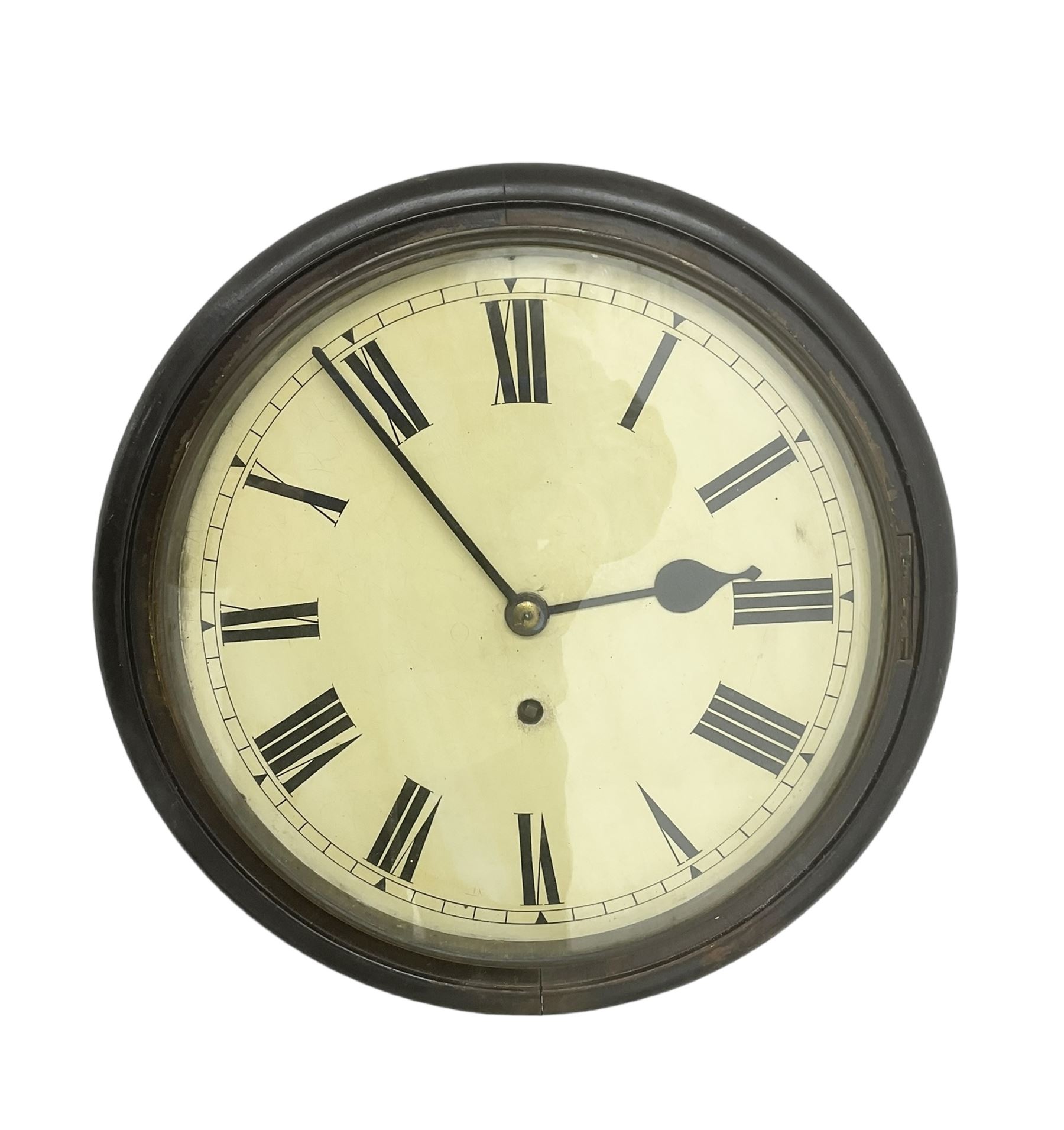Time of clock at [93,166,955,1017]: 2:53
